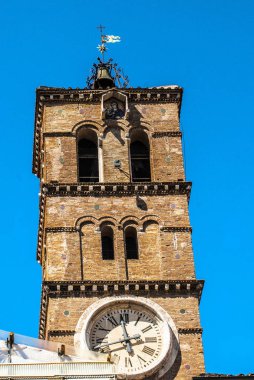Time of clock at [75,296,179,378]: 2:58
